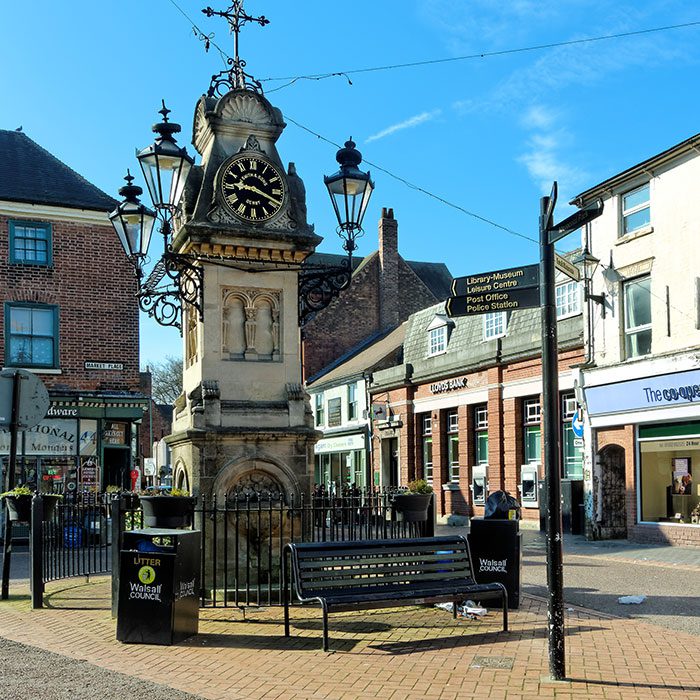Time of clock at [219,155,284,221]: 9:18
